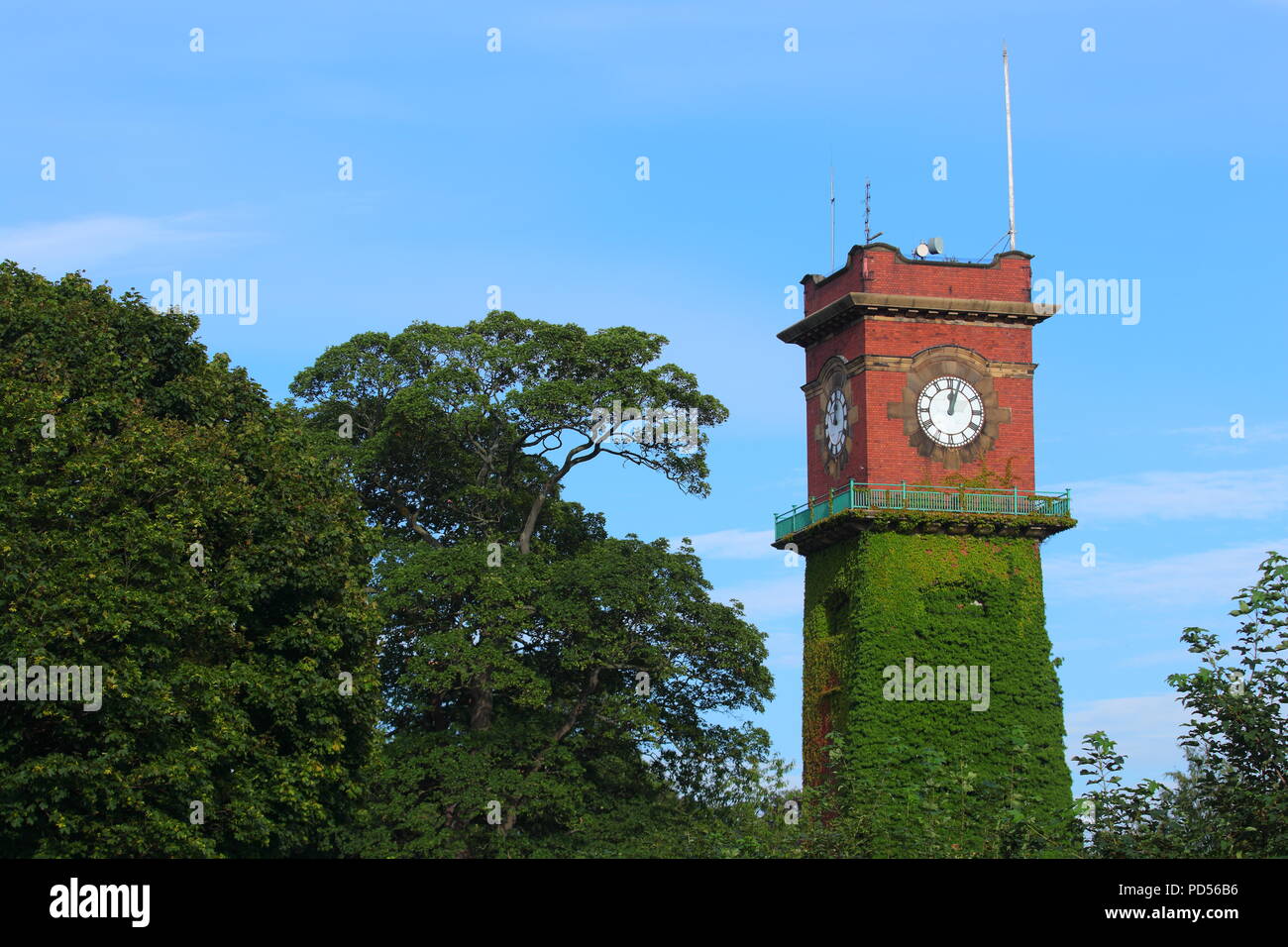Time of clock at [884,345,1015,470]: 12:03
